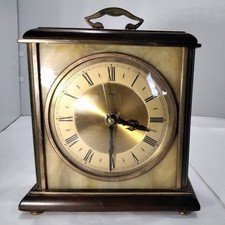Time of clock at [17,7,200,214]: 3:30
